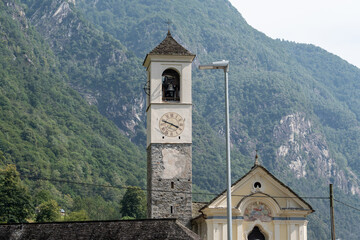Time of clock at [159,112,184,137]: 3:48
